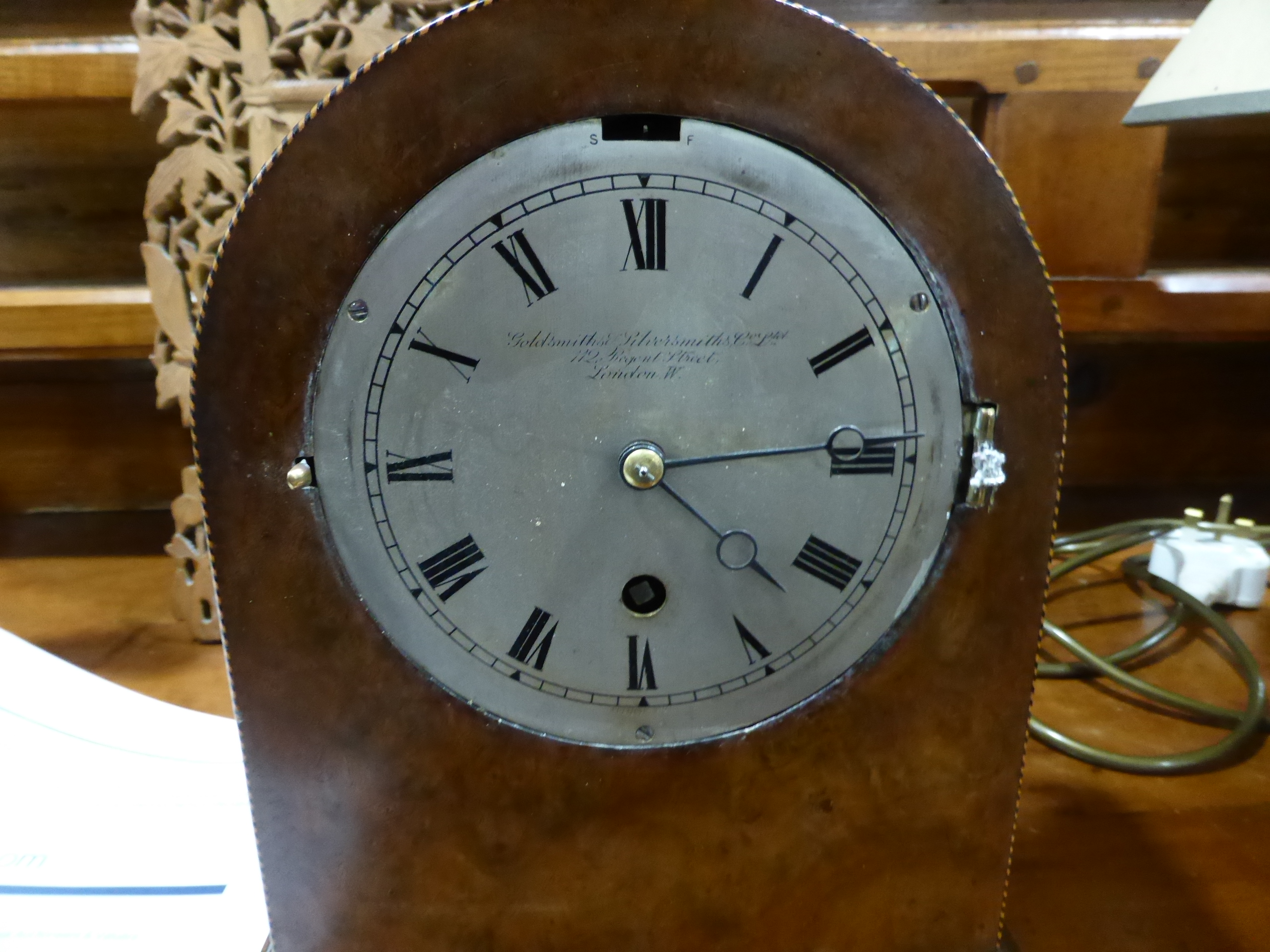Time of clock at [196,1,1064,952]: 4:14
